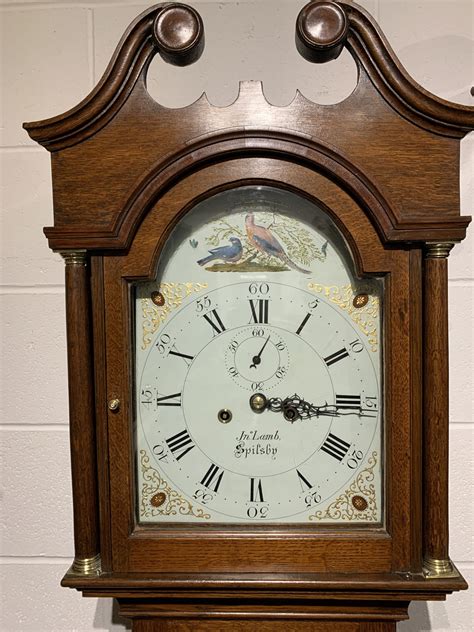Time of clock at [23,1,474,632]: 3:15
